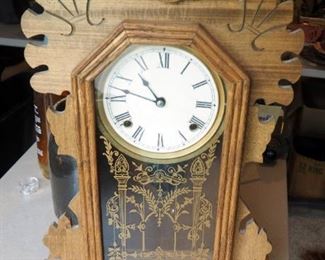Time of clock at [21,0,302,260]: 10:47
